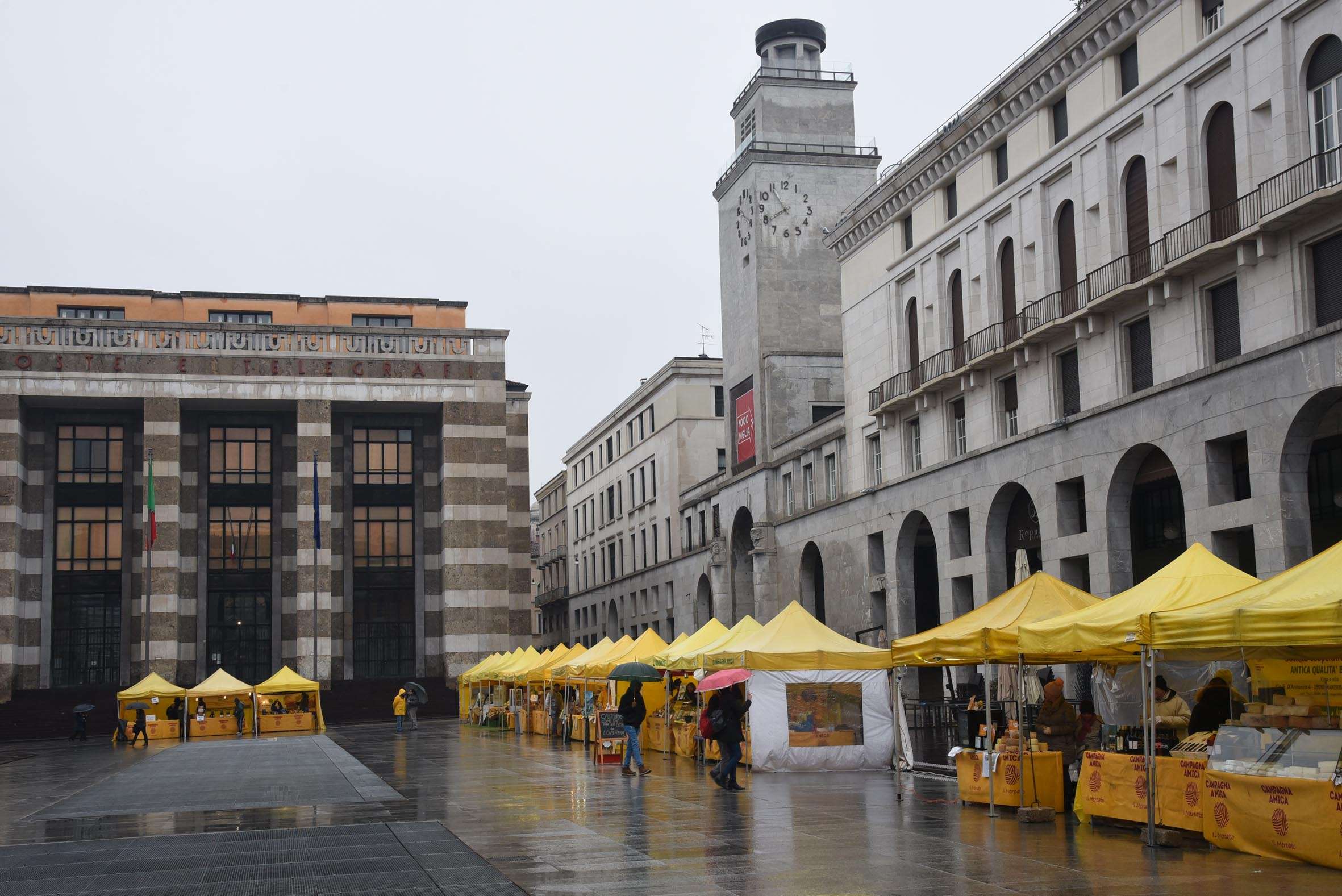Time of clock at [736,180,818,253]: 7:54
